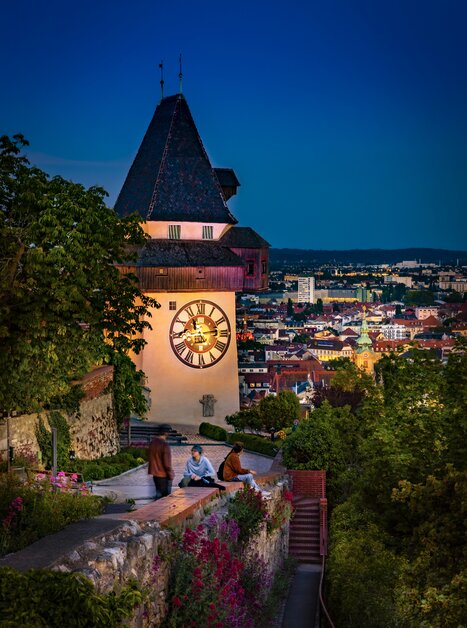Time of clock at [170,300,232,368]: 11:13
